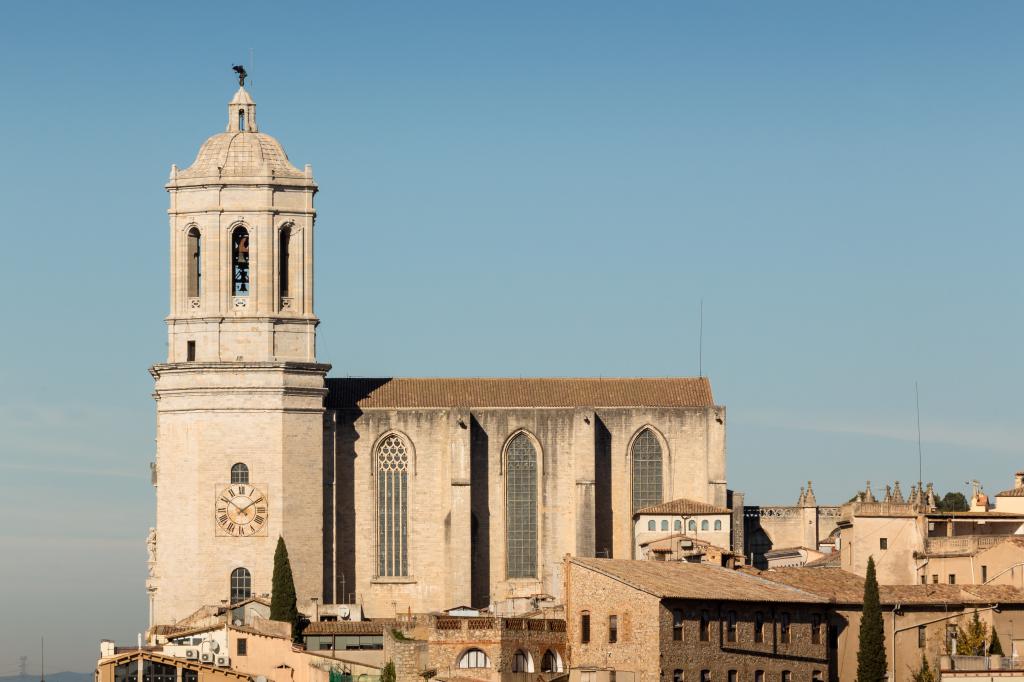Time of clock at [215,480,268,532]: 1:51
